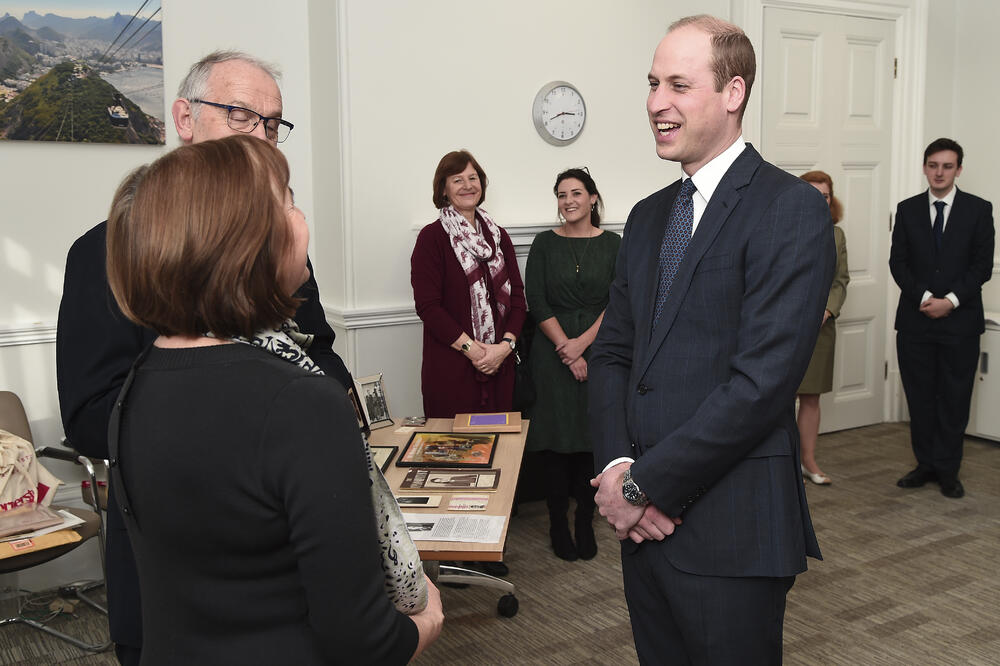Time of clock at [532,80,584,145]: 8:15
